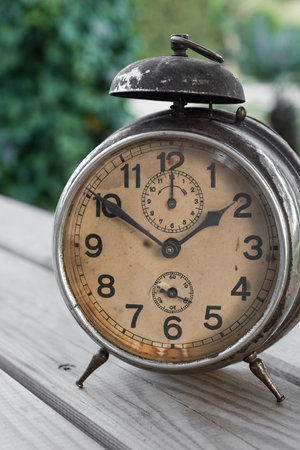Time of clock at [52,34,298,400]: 1:50
